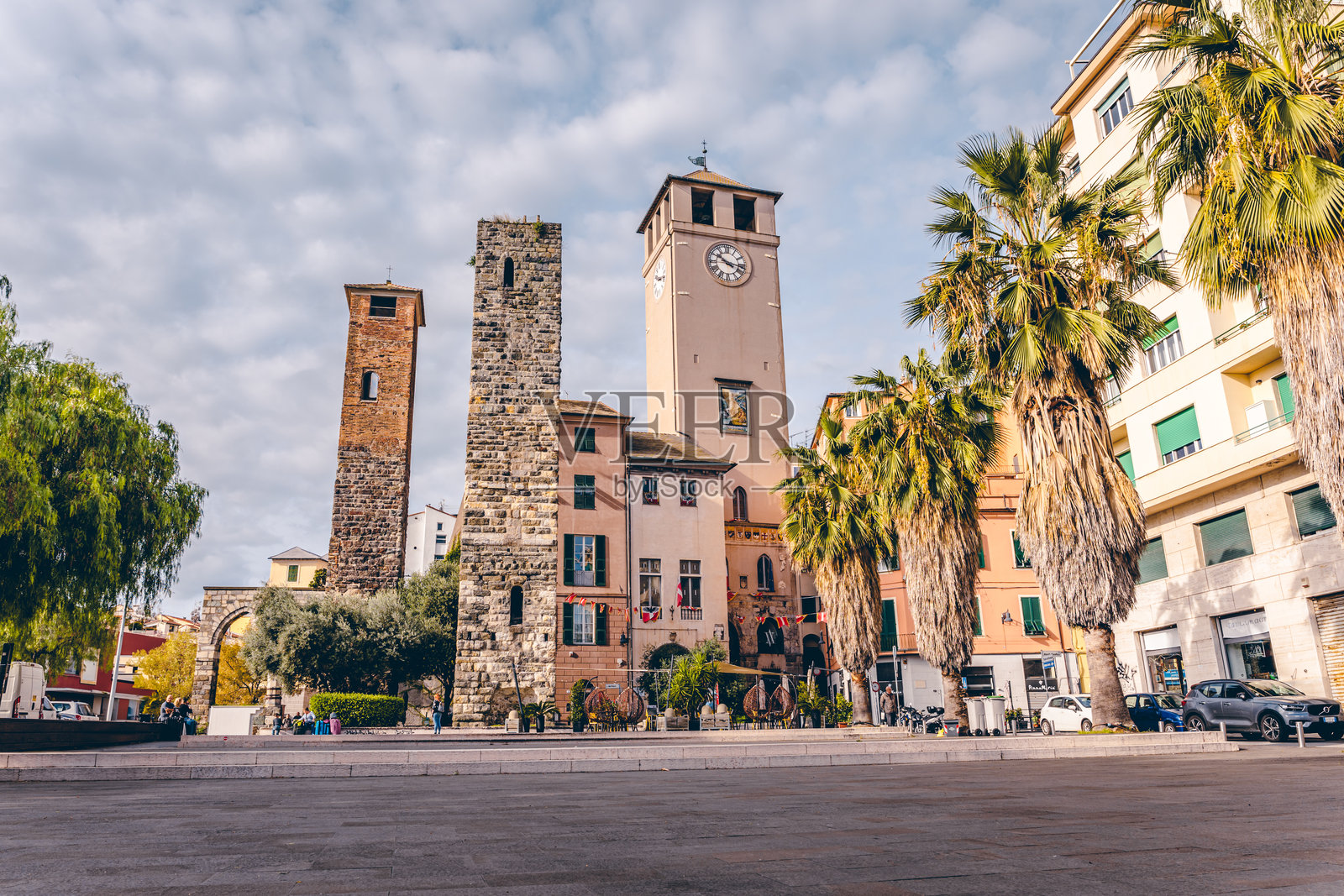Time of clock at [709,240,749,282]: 10:17
